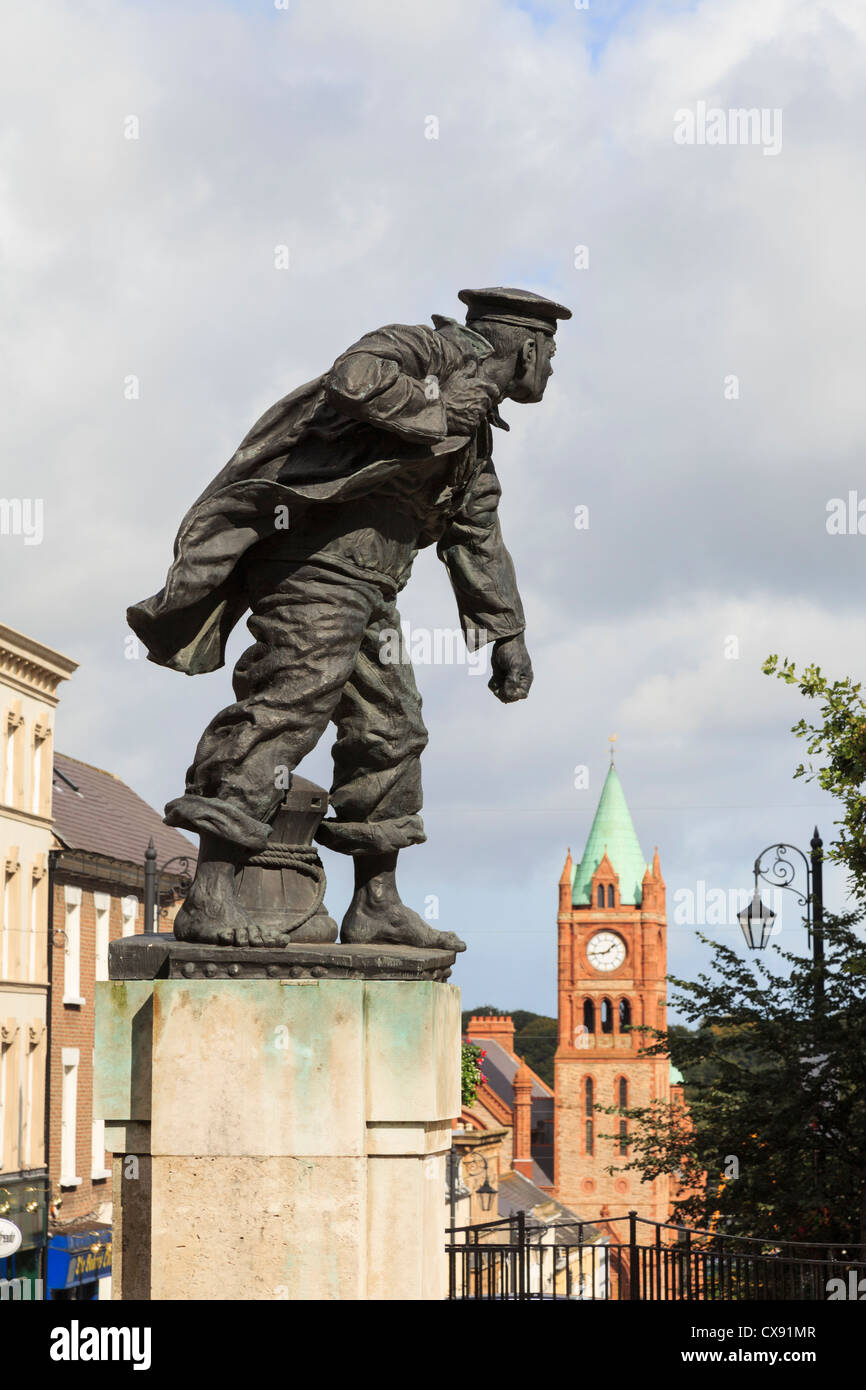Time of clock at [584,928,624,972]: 1:43
